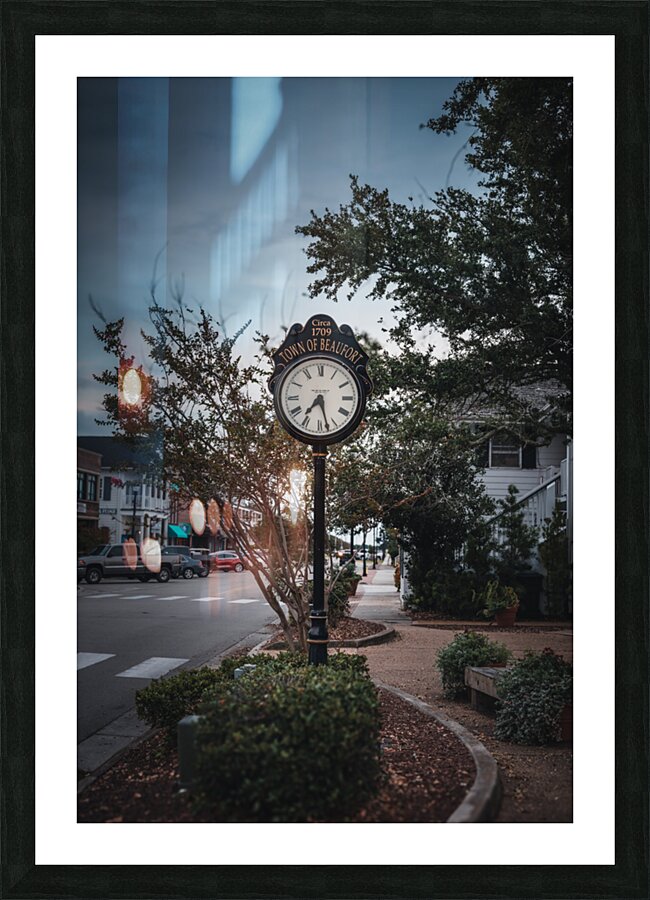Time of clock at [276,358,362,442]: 7:27
